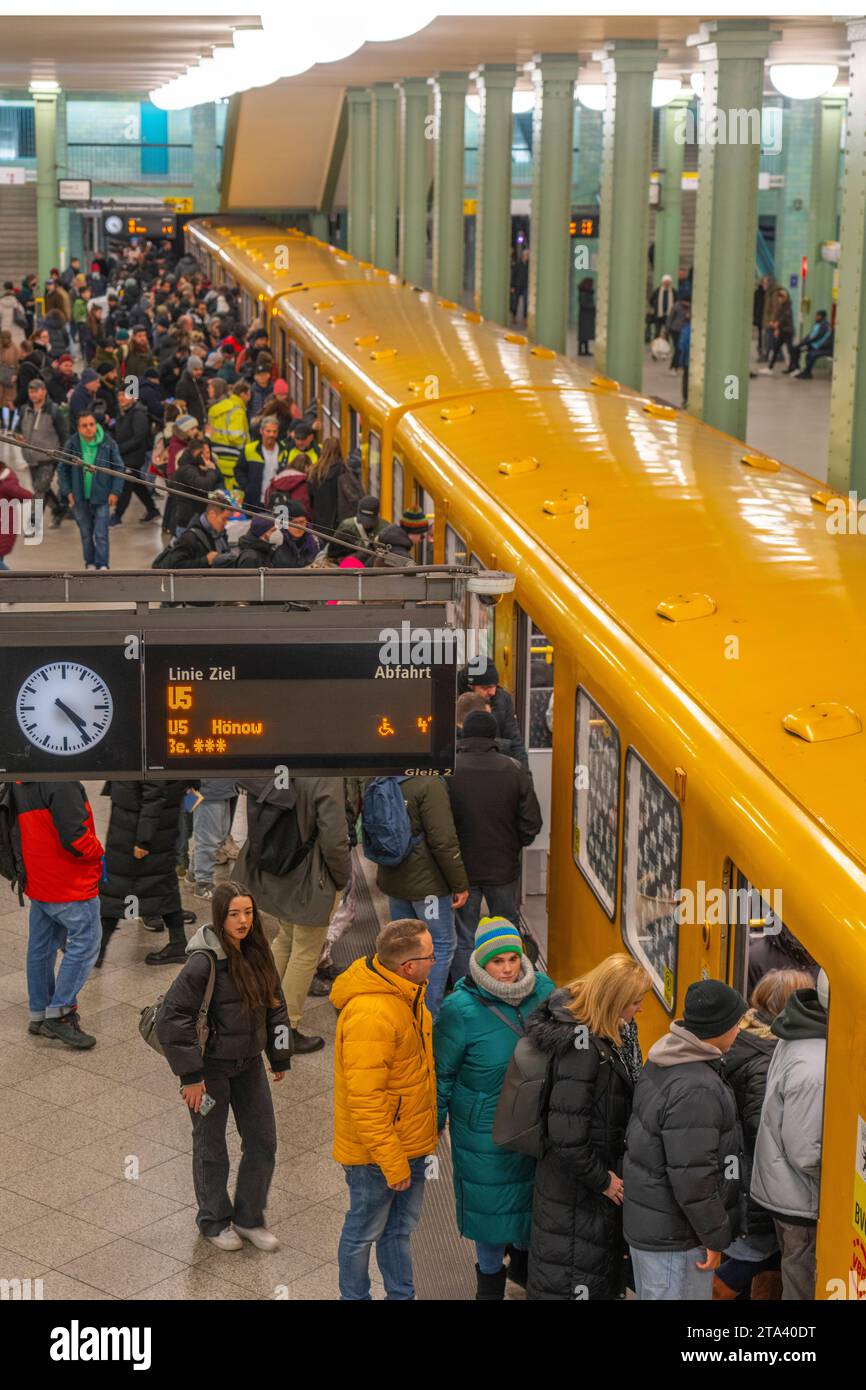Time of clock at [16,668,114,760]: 4:23
